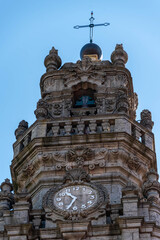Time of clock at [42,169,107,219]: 10:34
